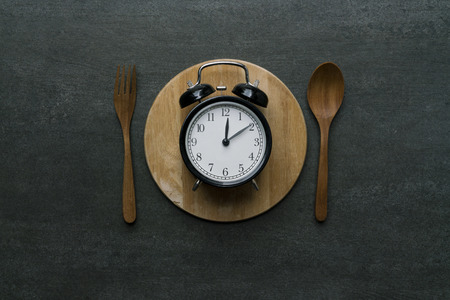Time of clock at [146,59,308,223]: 12:09
